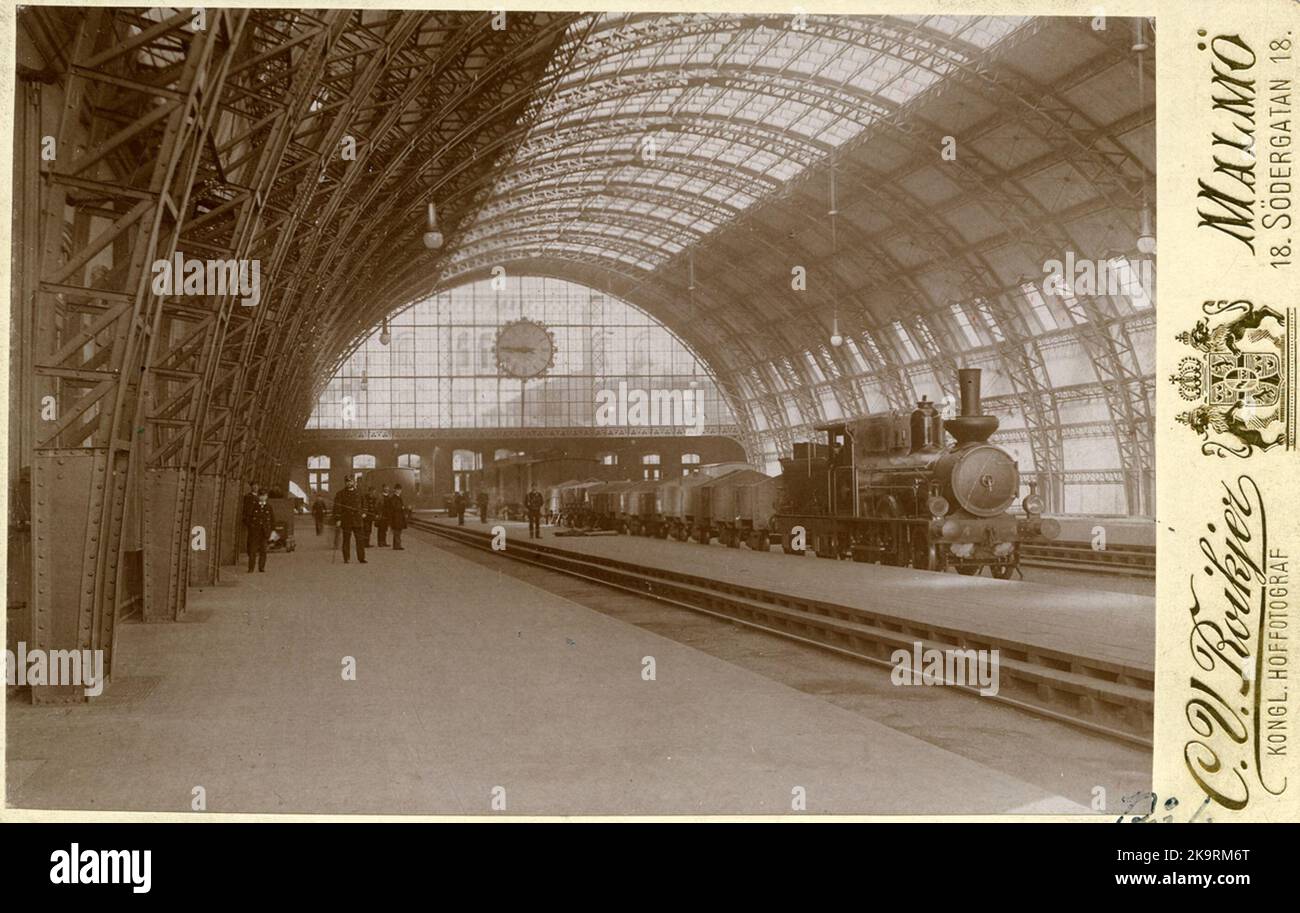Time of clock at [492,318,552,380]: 8:45
